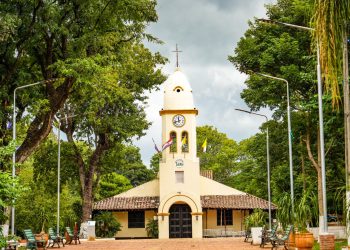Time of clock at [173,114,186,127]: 11:42
